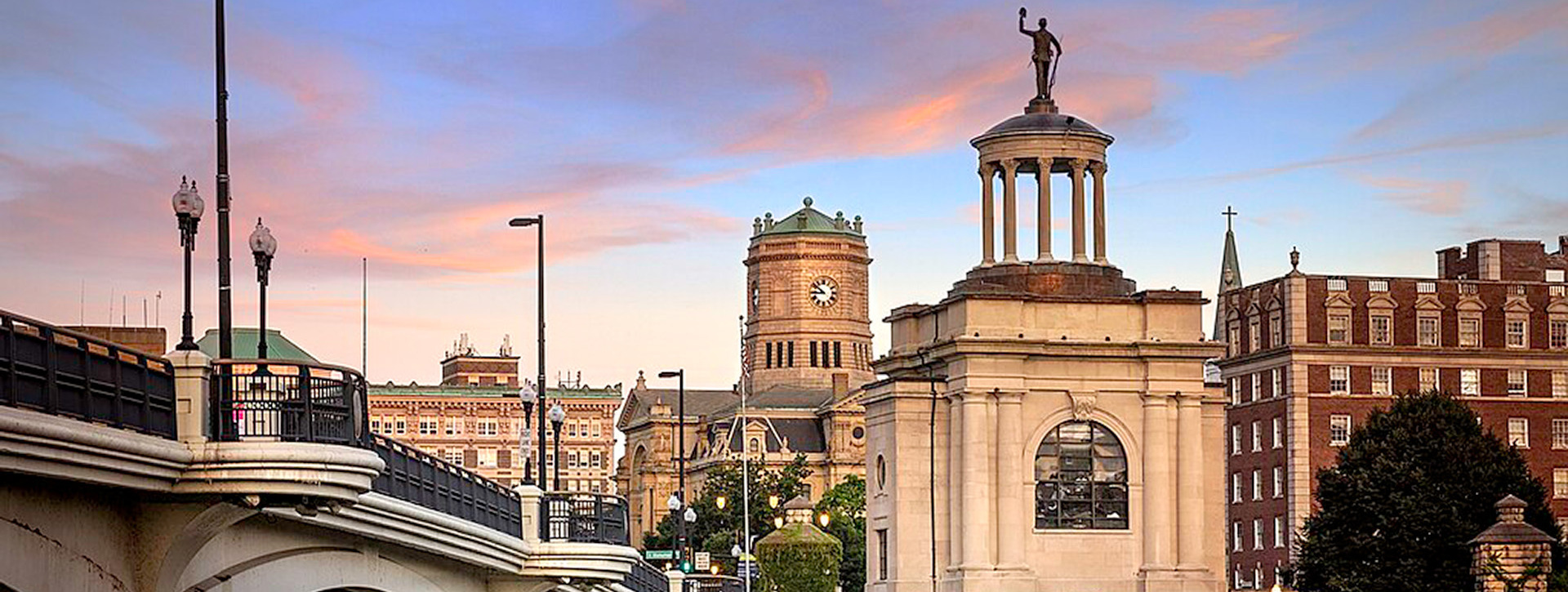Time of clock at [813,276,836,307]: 8:51
